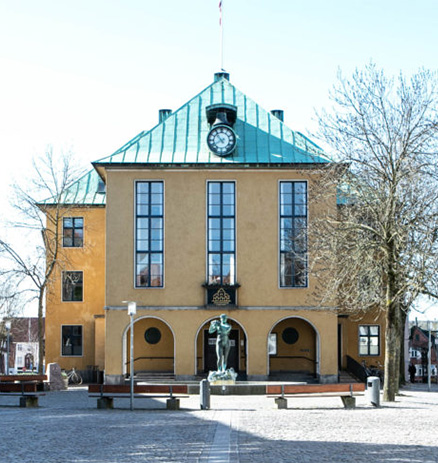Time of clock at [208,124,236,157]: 7:53
